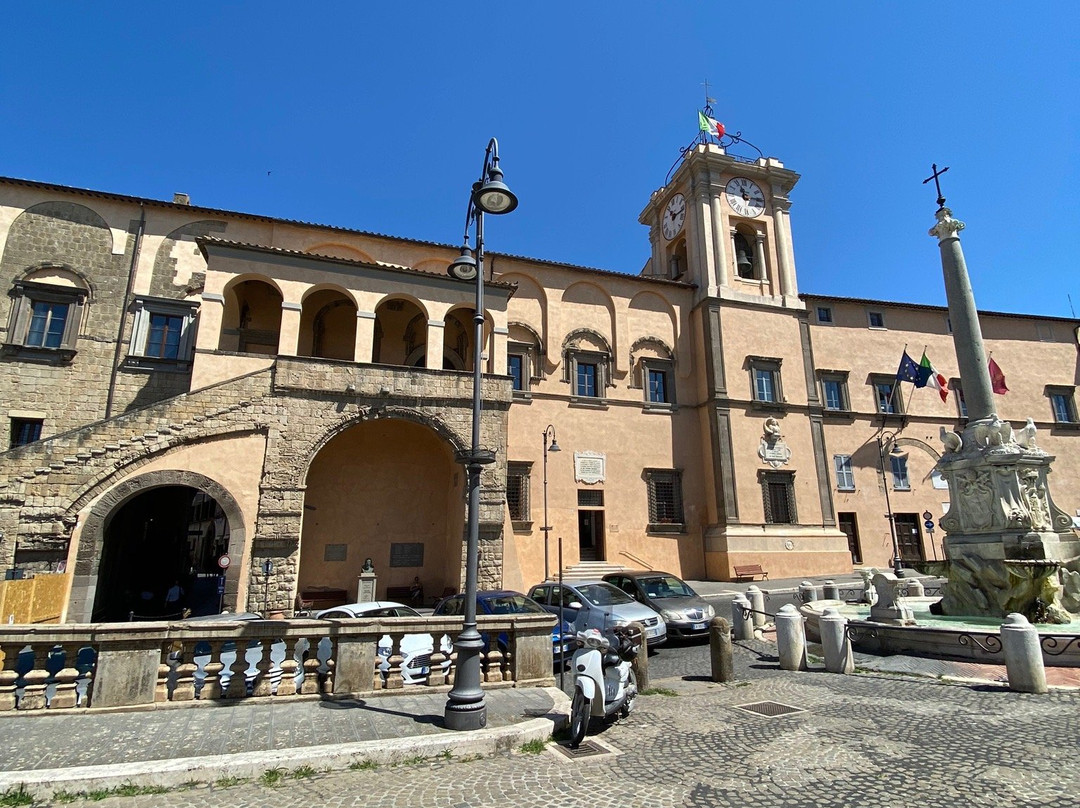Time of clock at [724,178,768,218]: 11:14
